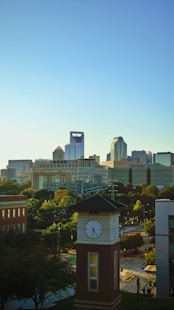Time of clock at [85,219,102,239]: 6:24
